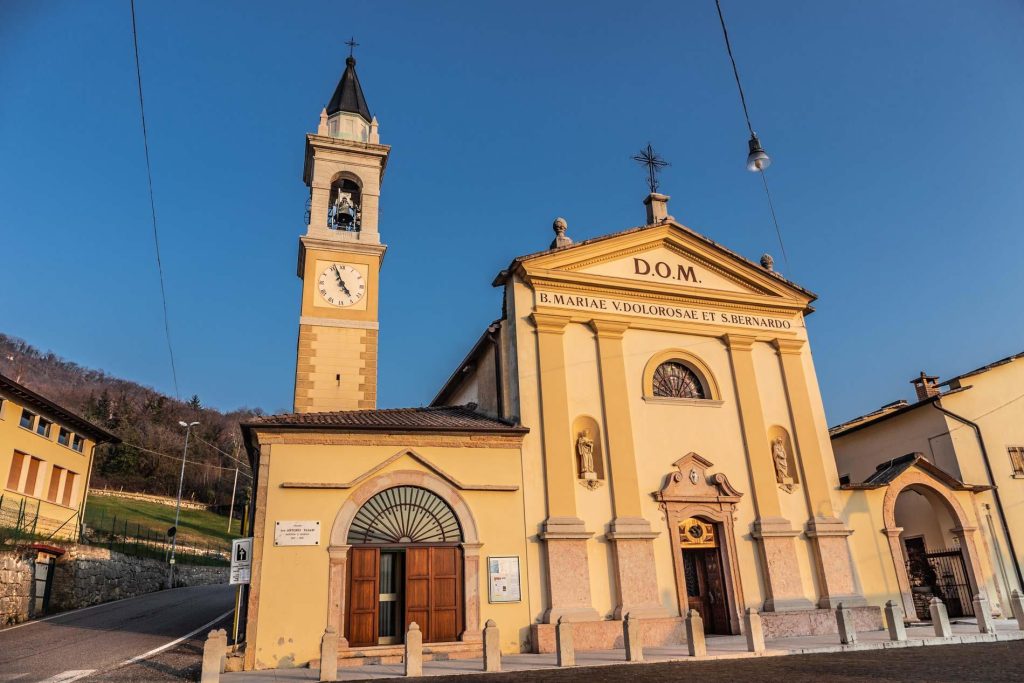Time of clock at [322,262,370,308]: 4:56
